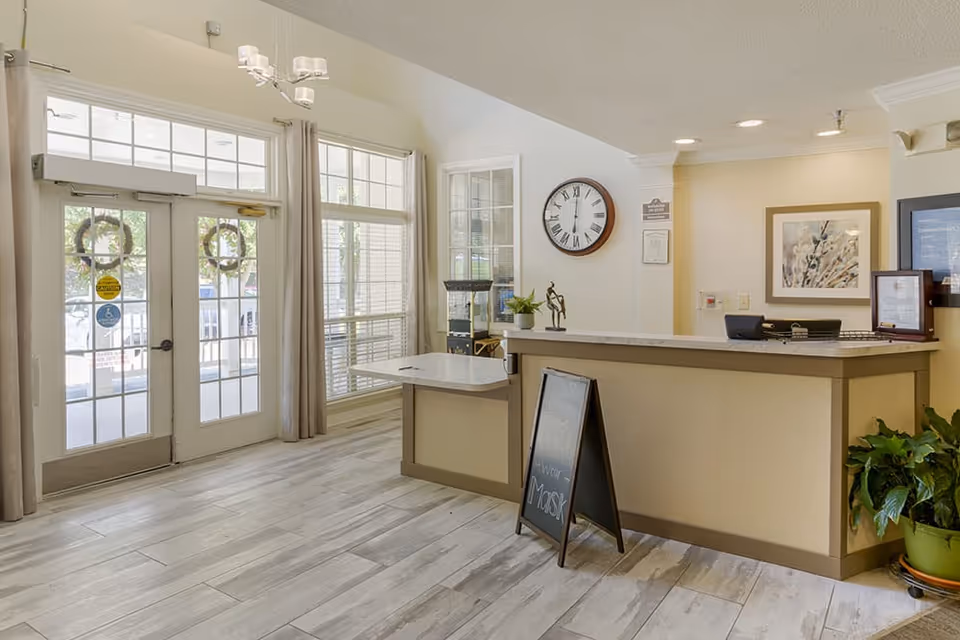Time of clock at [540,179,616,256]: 6:00
